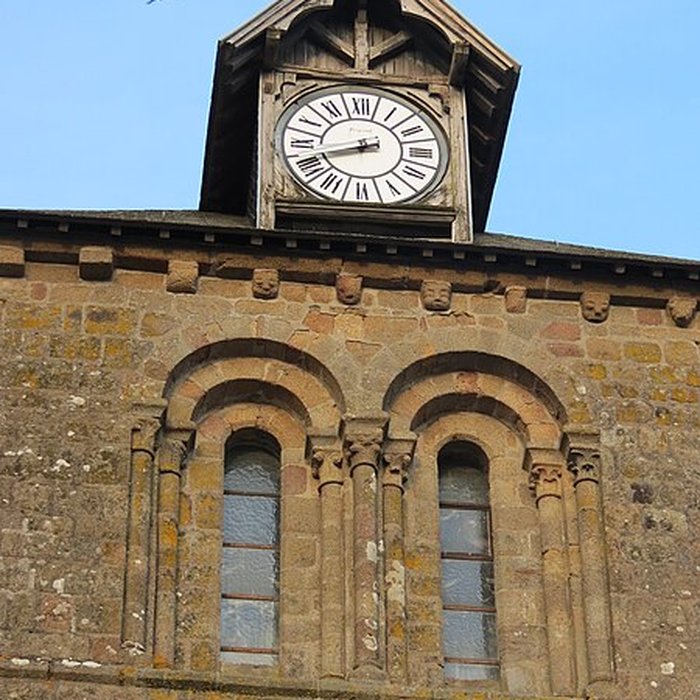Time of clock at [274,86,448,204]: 8:41
